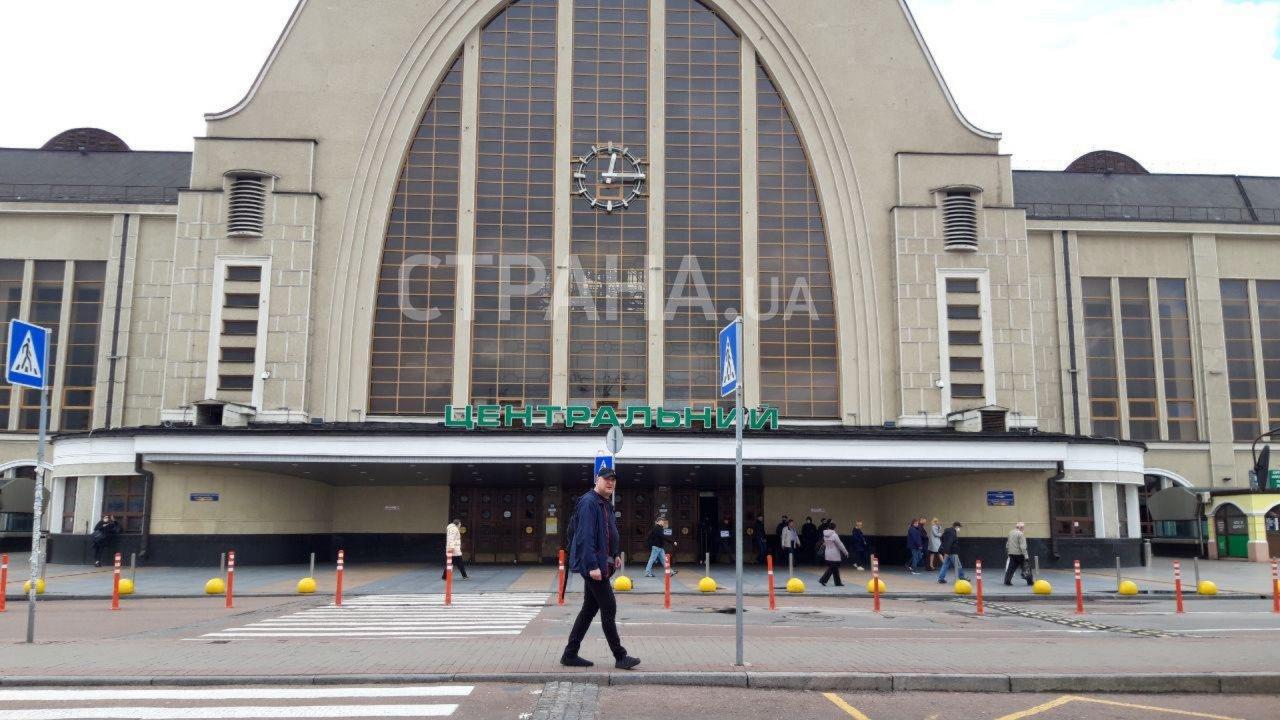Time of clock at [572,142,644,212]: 12:14
